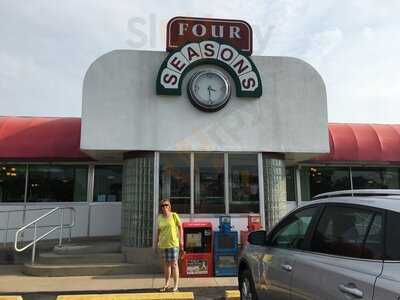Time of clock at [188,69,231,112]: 3:29
